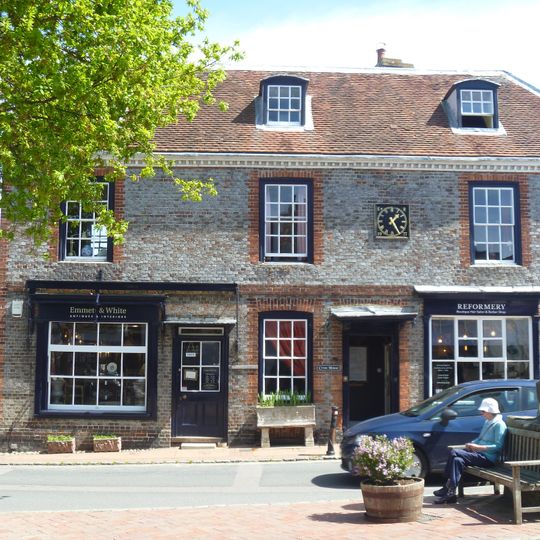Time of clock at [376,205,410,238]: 1:25
